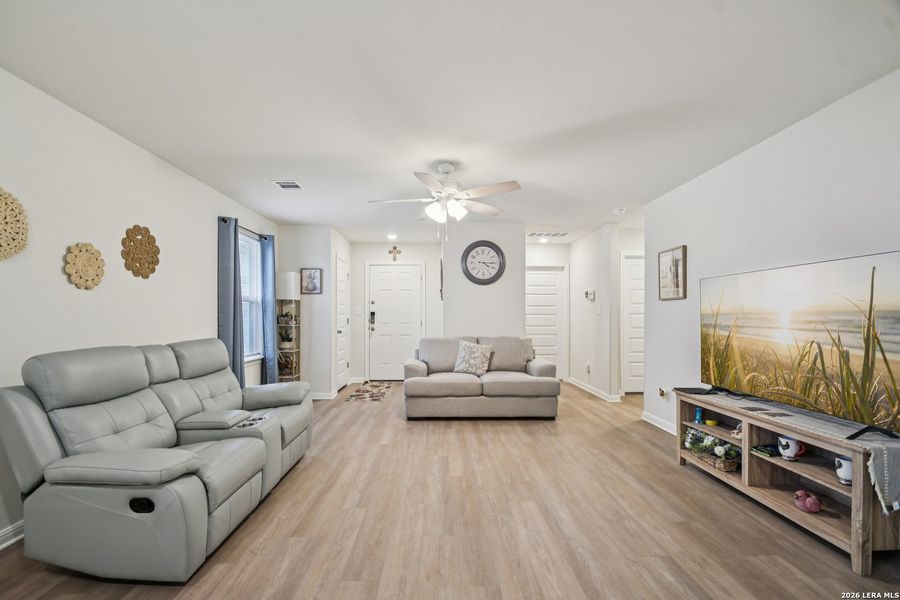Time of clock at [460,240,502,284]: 4:15
